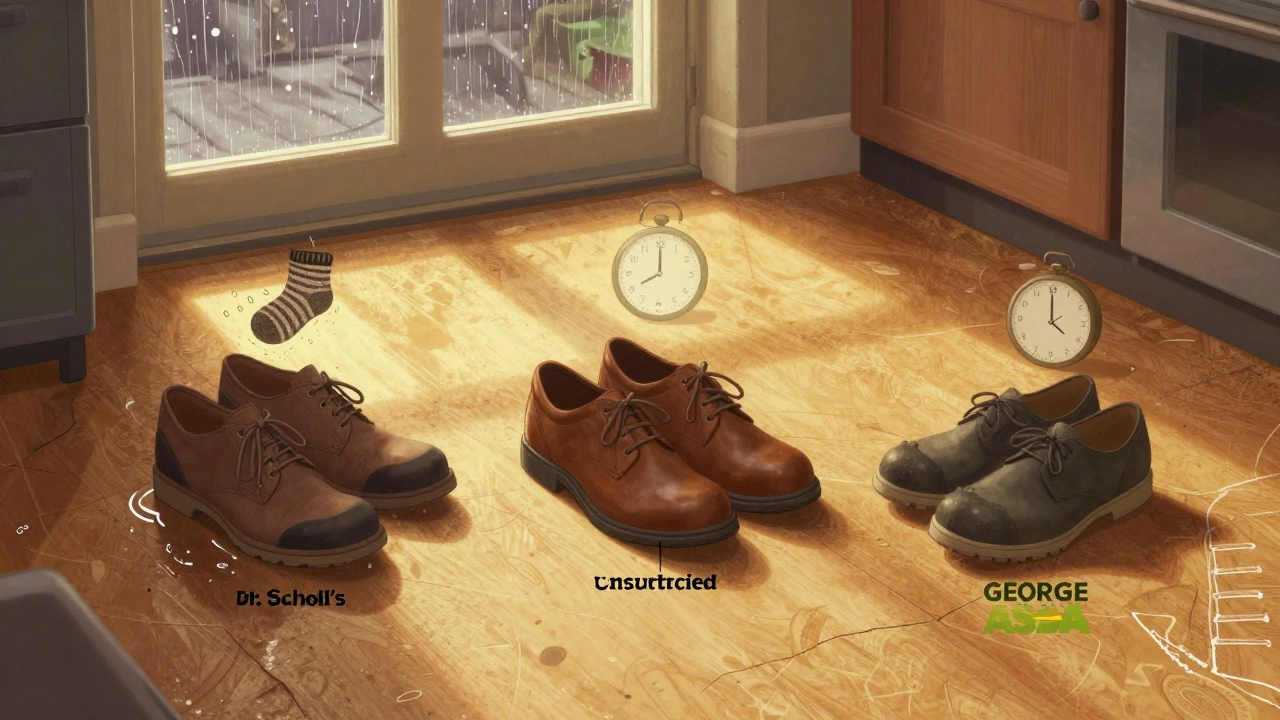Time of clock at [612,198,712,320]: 8:00
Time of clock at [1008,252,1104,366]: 4:00
